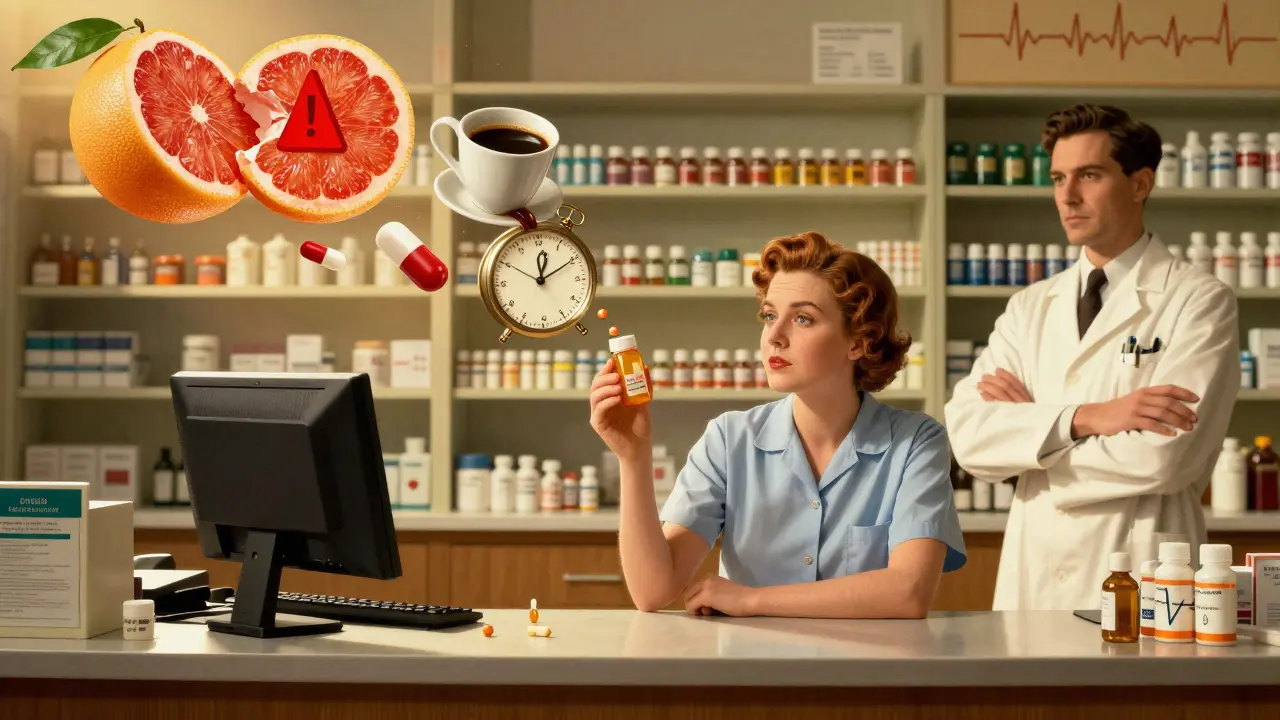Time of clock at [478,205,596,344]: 12:10
